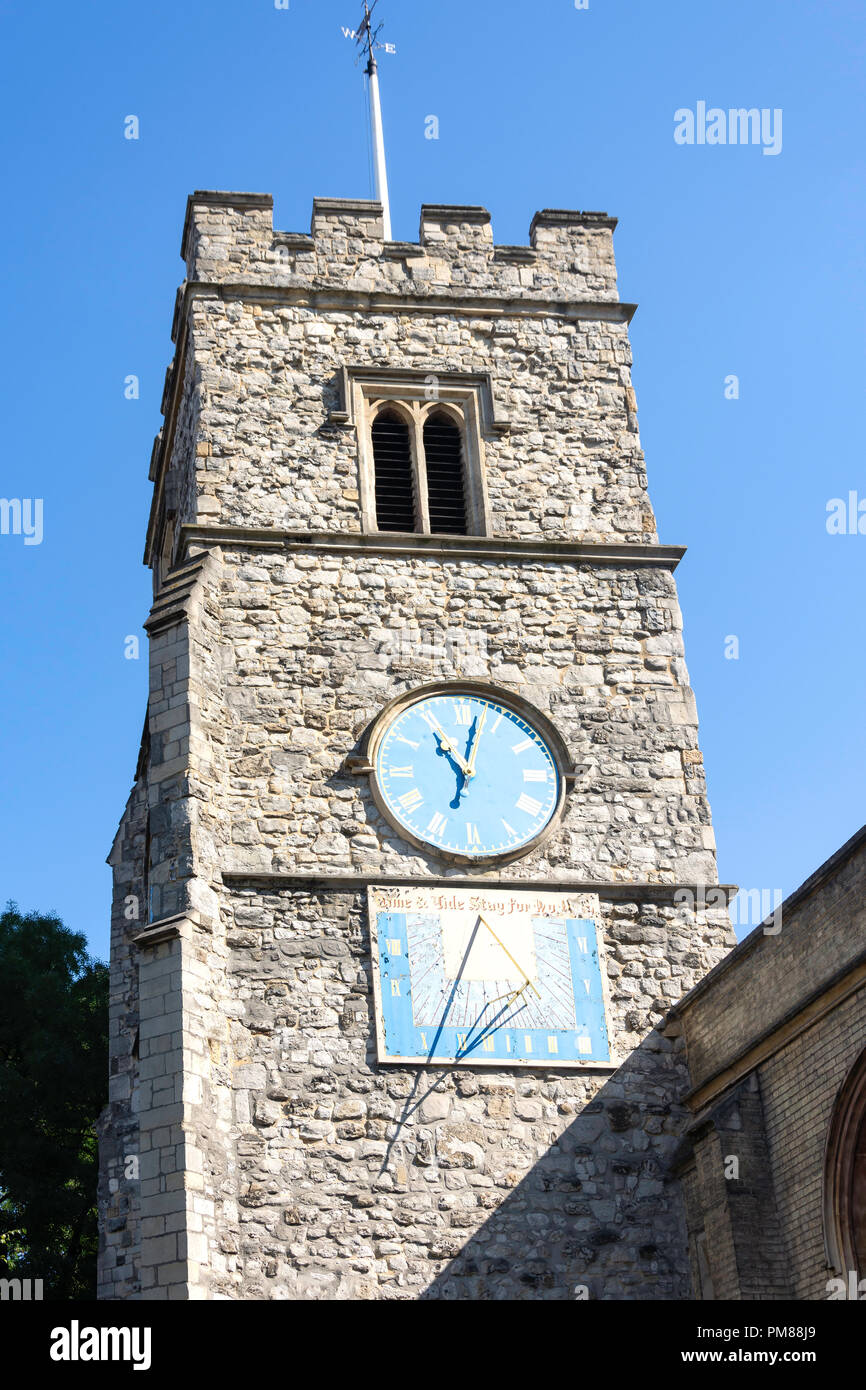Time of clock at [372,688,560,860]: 11:02
